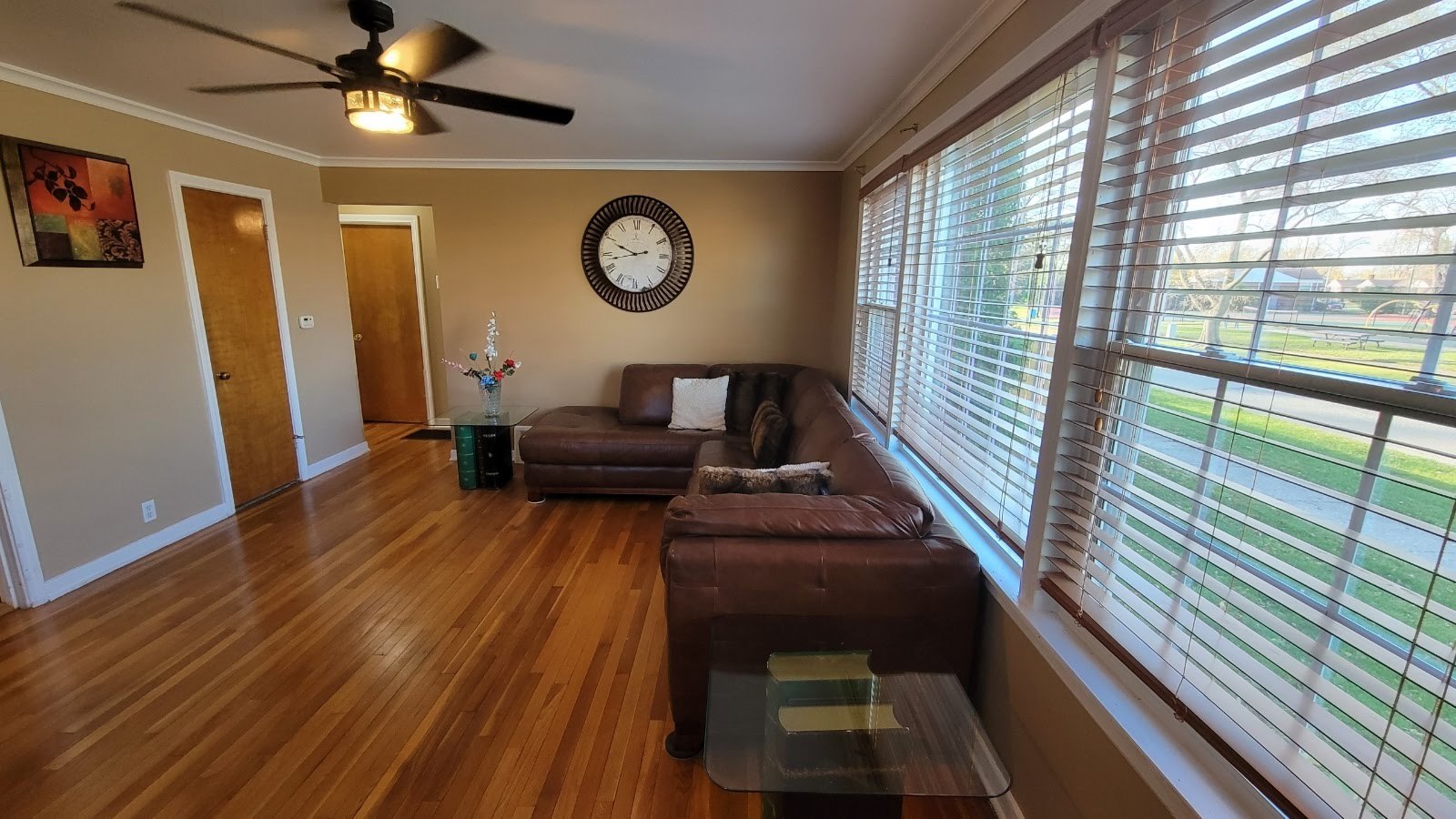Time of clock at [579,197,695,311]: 9:42
